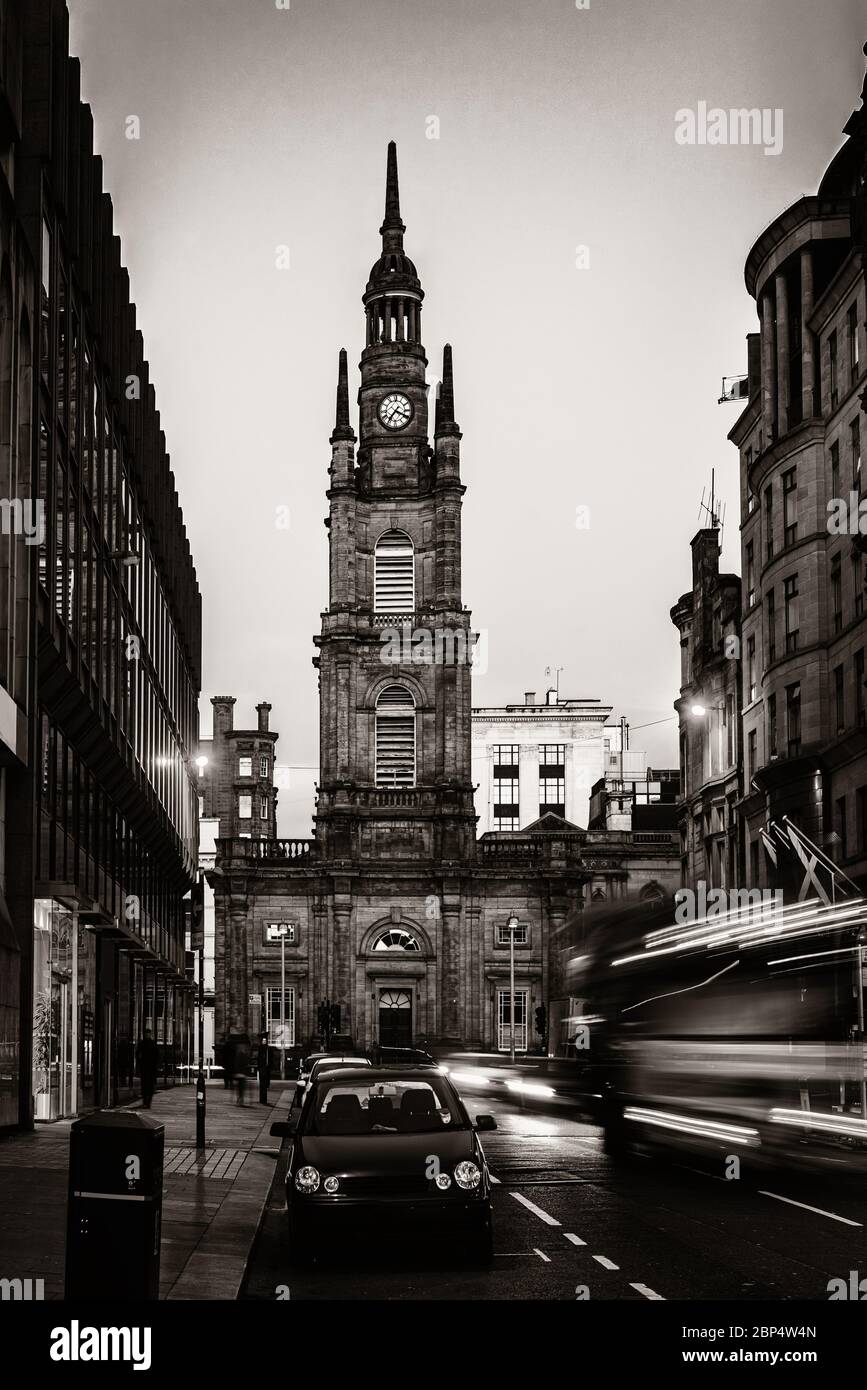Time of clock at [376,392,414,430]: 7:19
